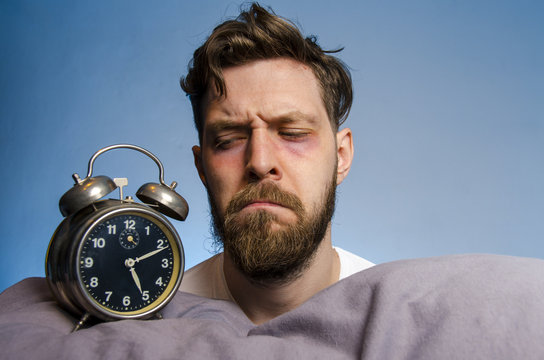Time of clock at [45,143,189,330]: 5:11
